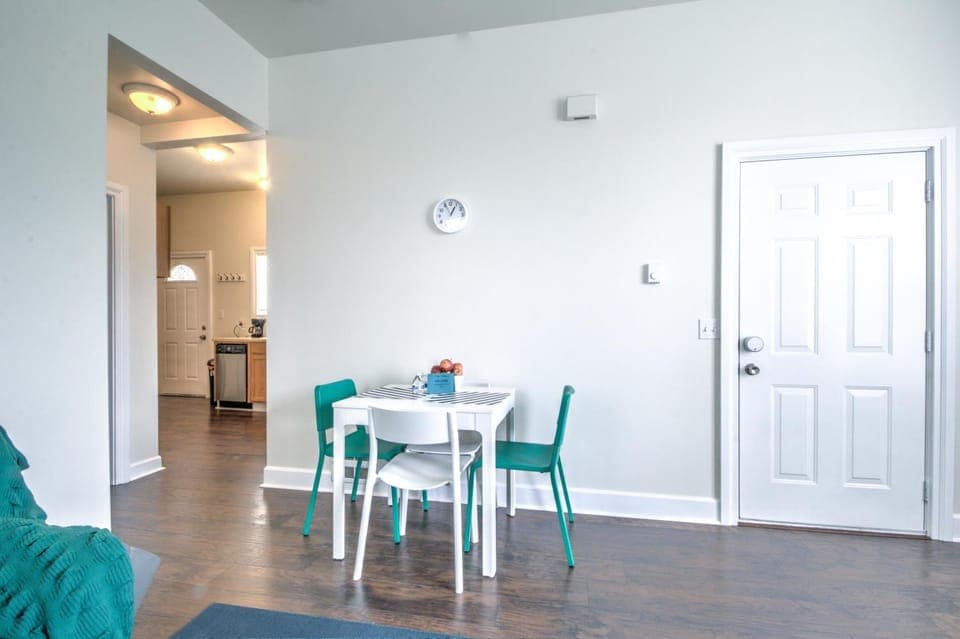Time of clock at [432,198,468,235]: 12:55
